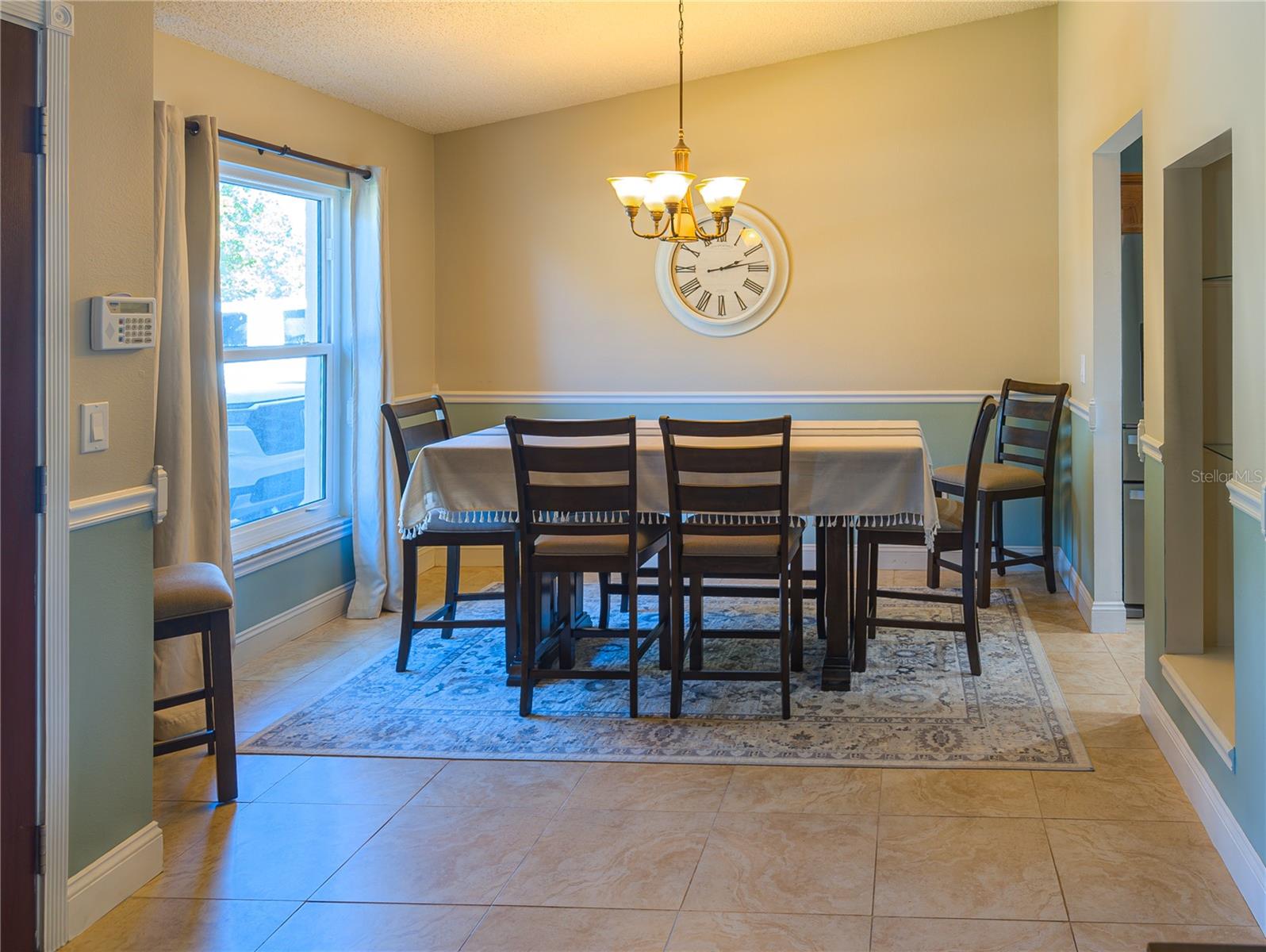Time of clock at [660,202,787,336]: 2:13
